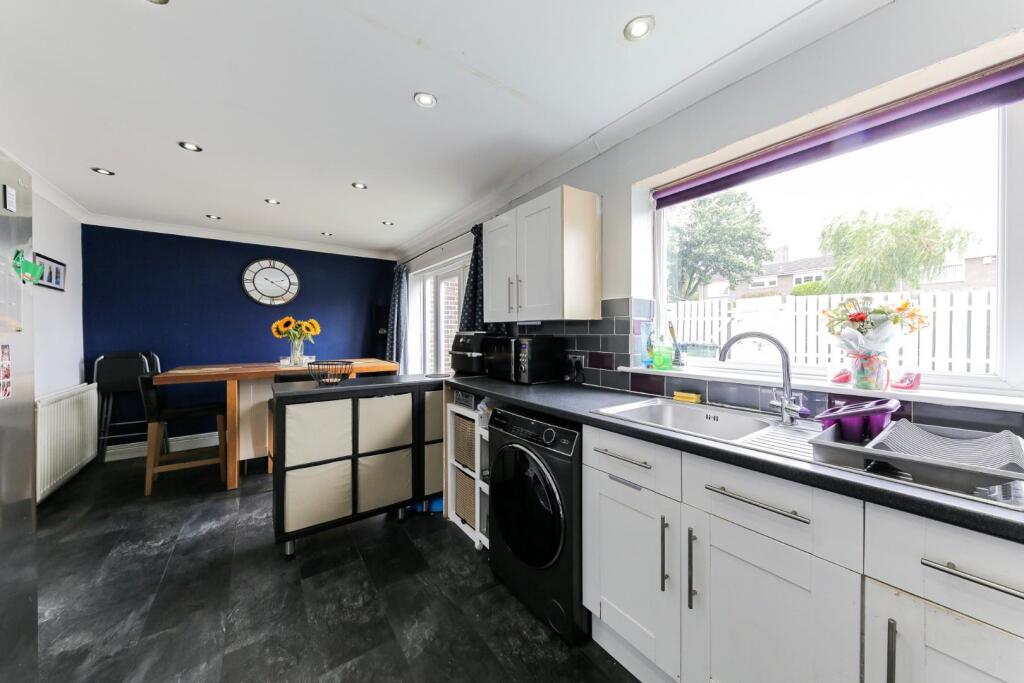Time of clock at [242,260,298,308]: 2:20
